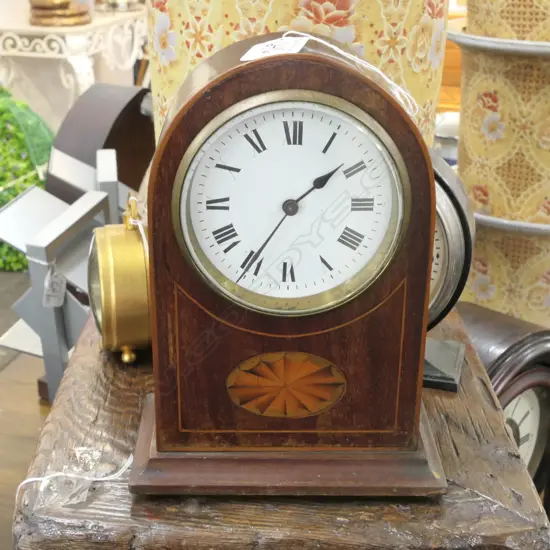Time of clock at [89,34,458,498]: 1:35
